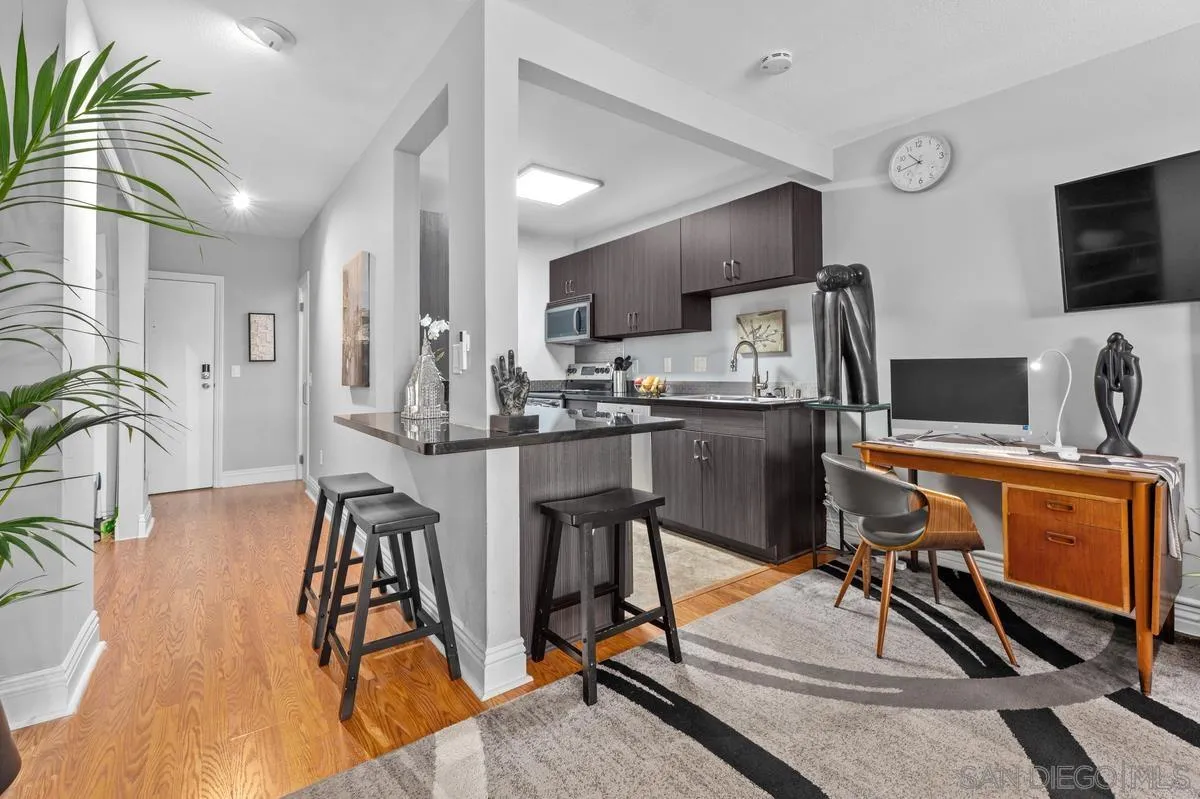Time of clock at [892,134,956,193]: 10:43
